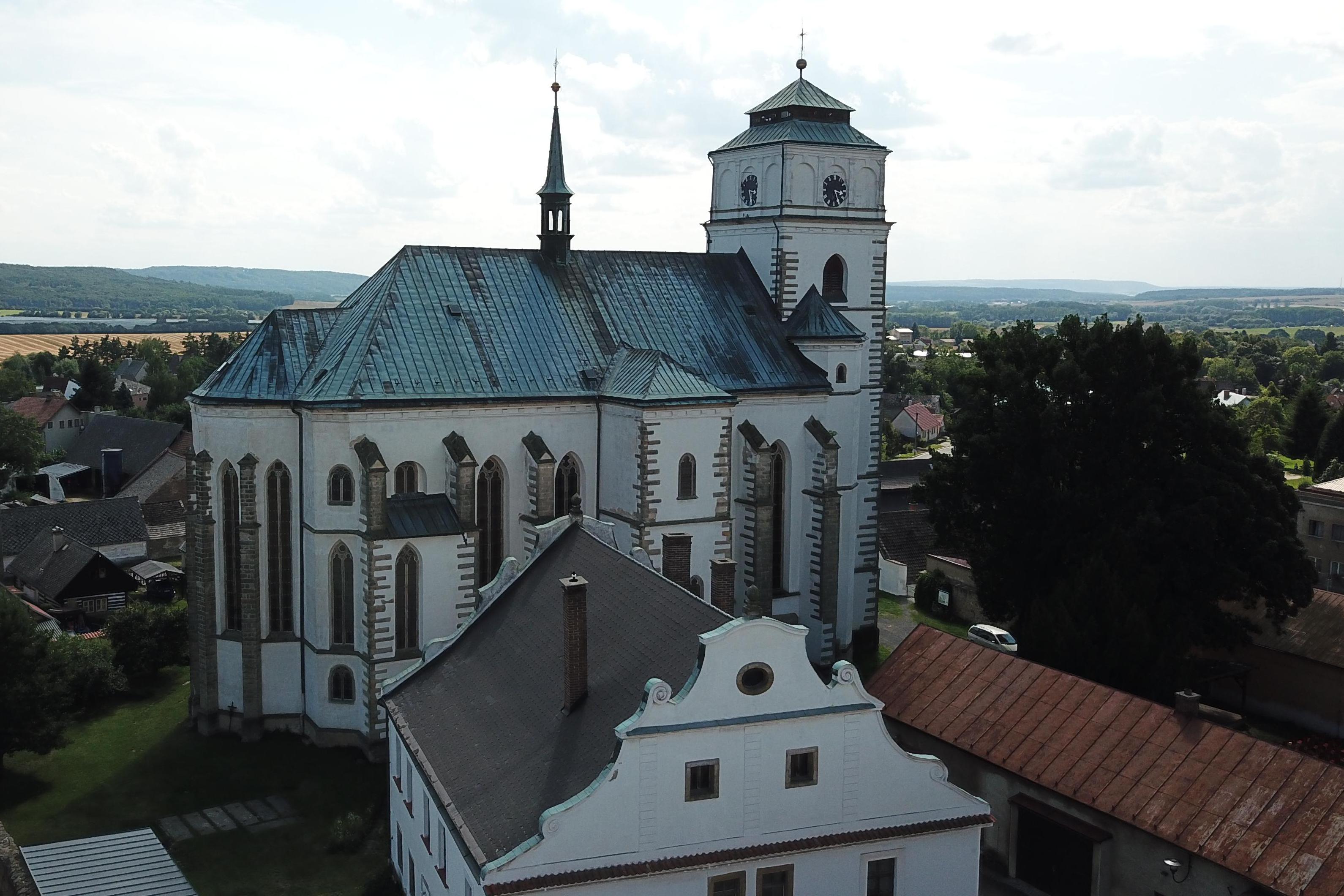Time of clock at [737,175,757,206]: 3:29
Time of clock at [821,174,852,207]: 3:26
